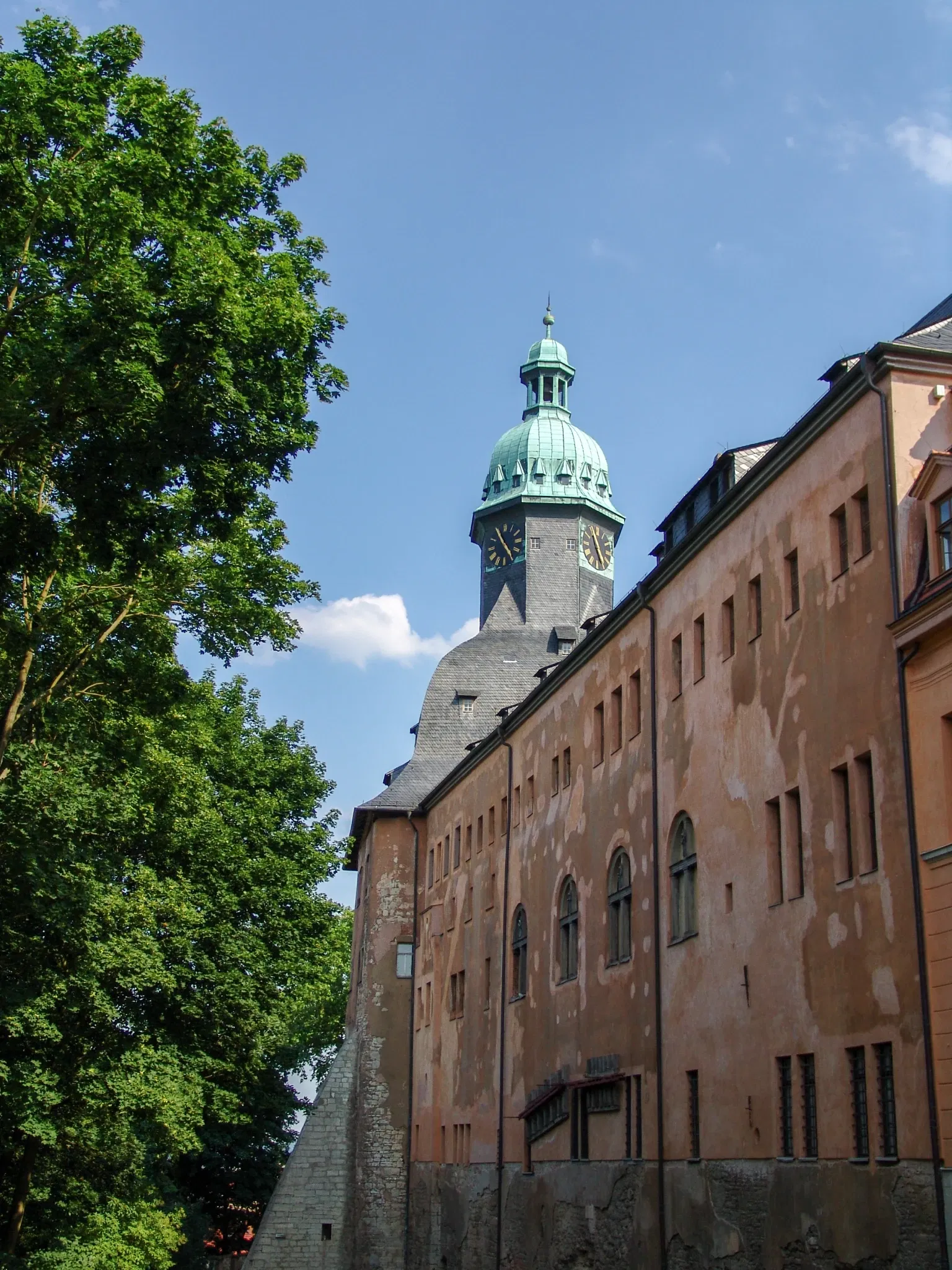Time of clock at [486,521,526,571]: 4:54
